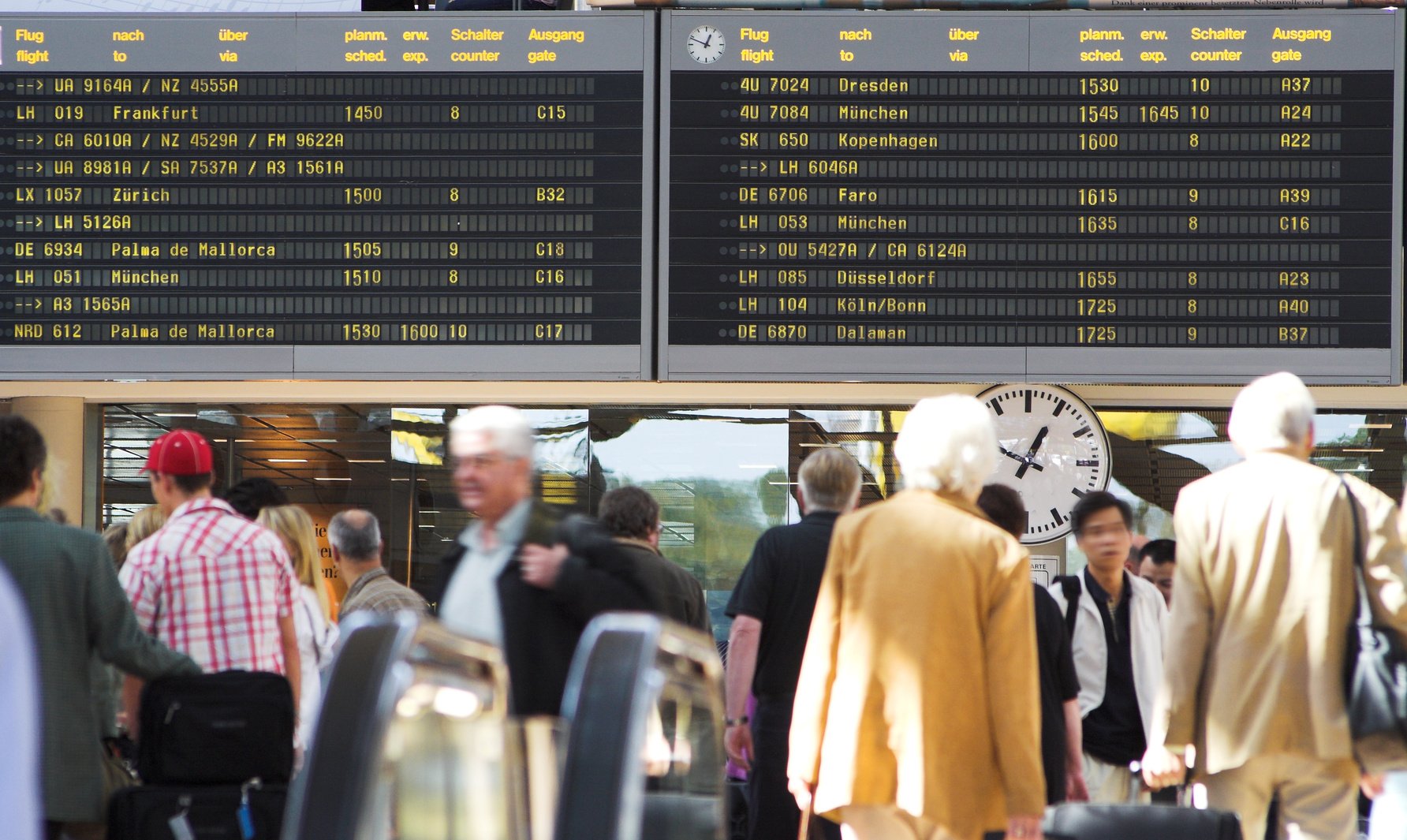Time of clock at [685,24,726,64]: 12:48
